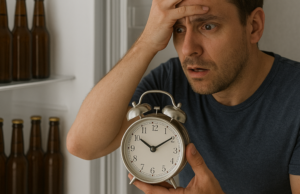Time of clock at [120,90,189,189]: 10:09
